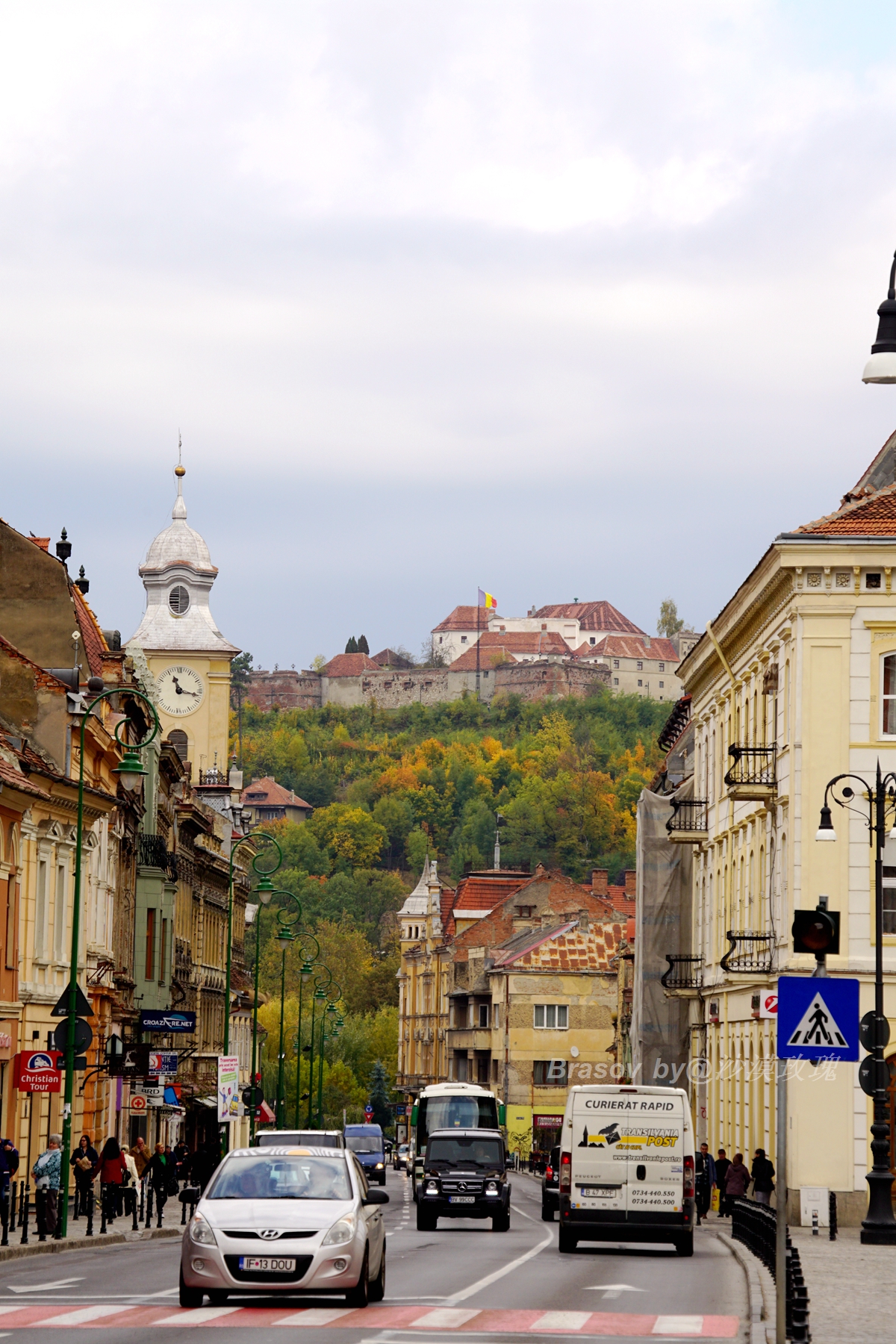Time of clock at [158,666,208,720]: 11:17
